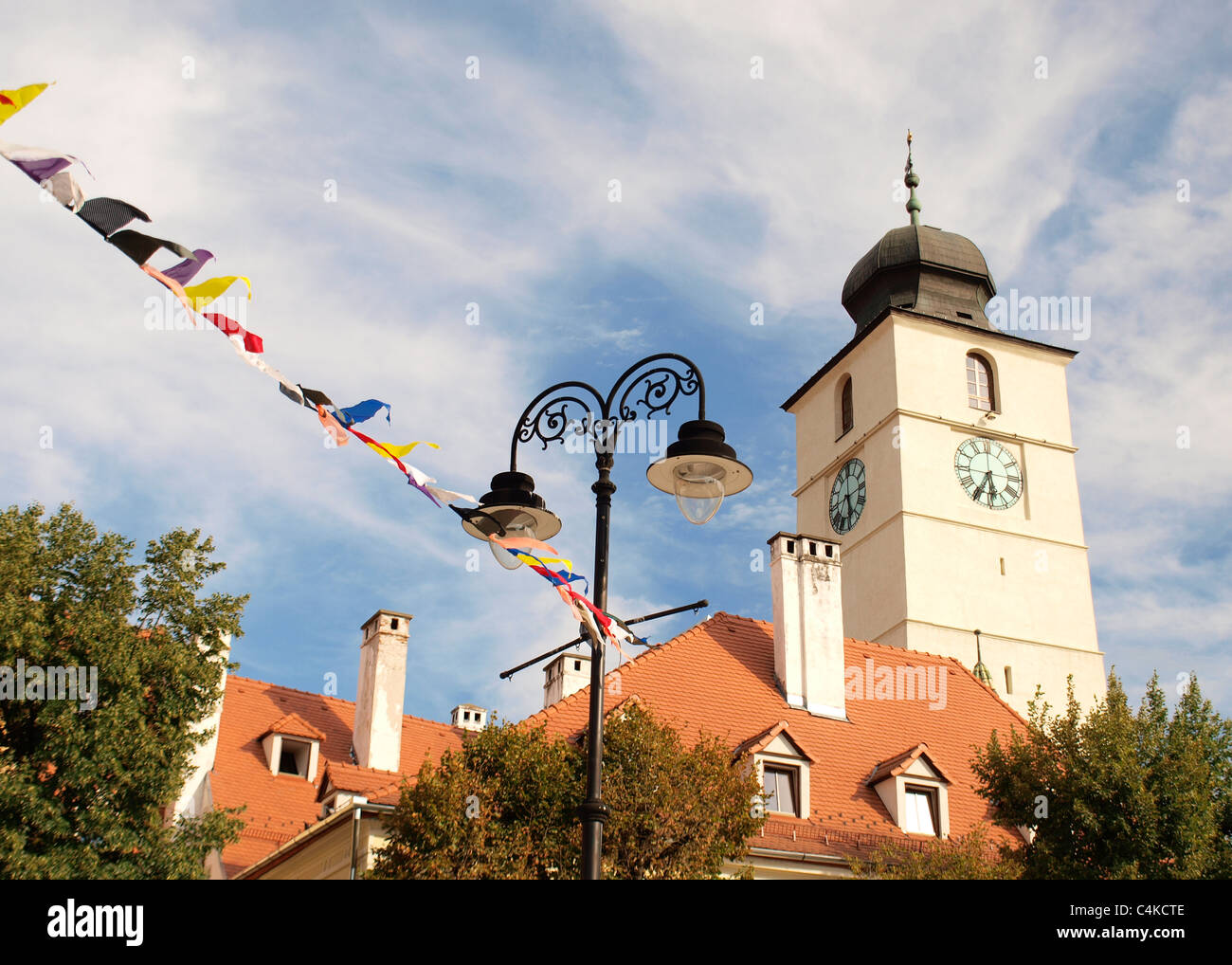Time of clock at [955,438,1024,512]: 5:34
